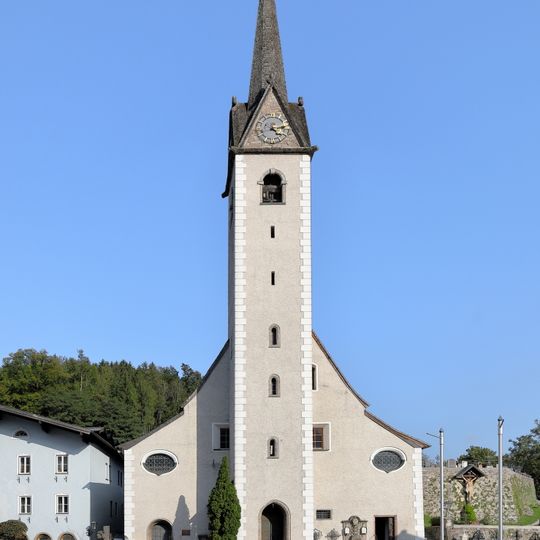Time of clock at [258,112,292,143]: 4:12
